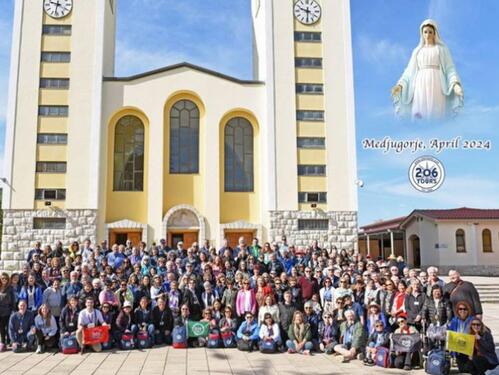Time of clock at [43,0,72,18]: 9:32
